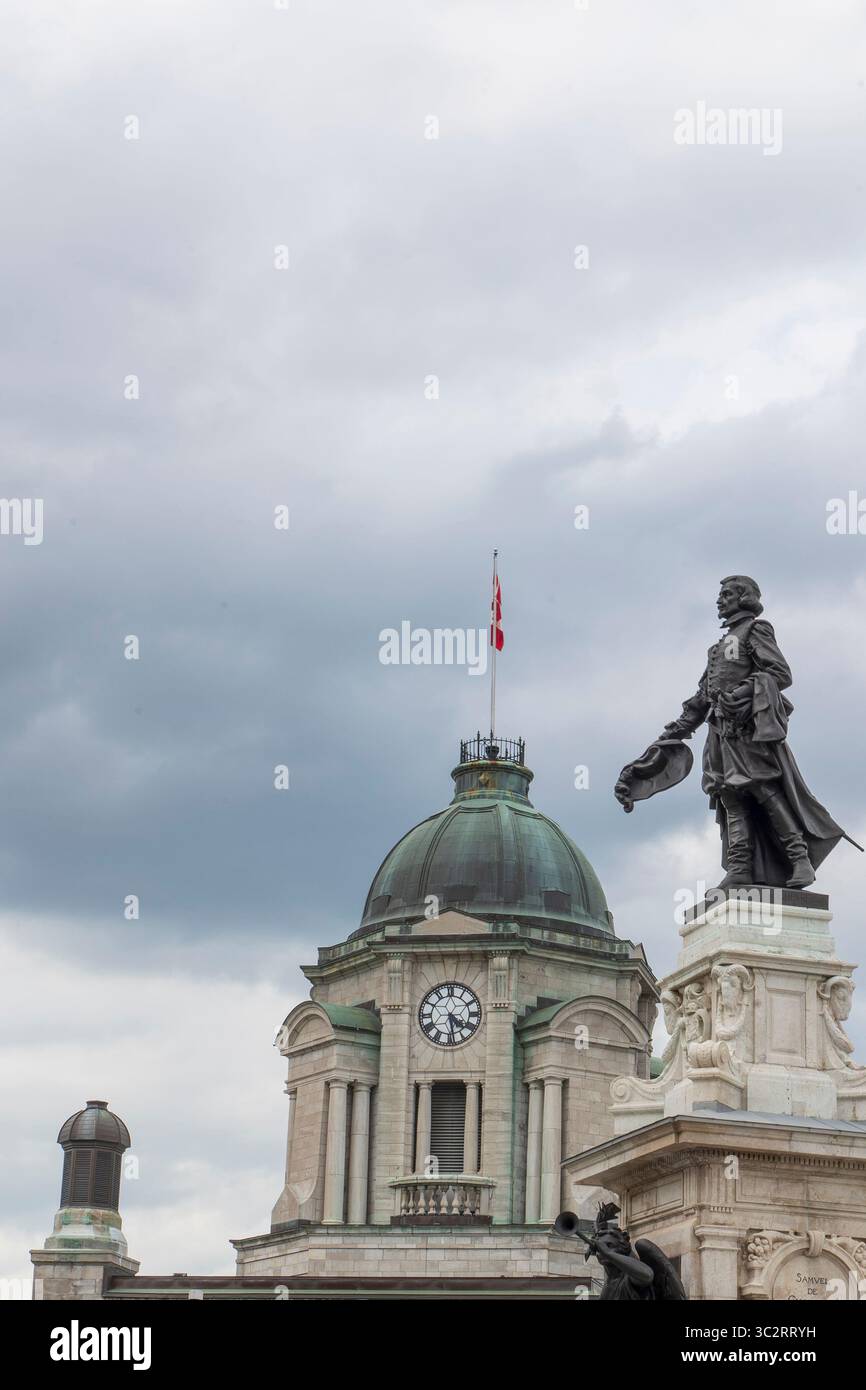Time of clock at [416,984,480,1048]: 4:28
